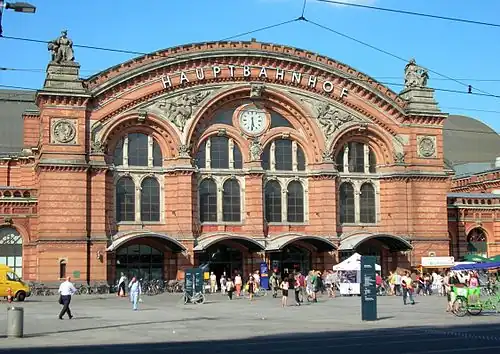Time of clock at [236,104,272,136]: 5:30
